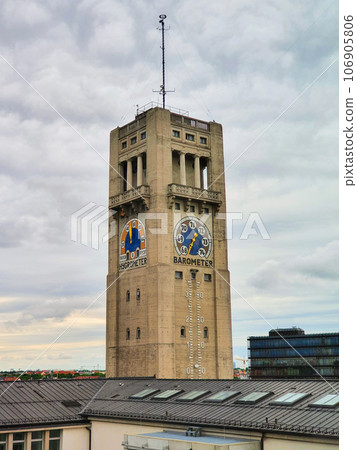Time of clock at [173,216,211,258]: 1:35
